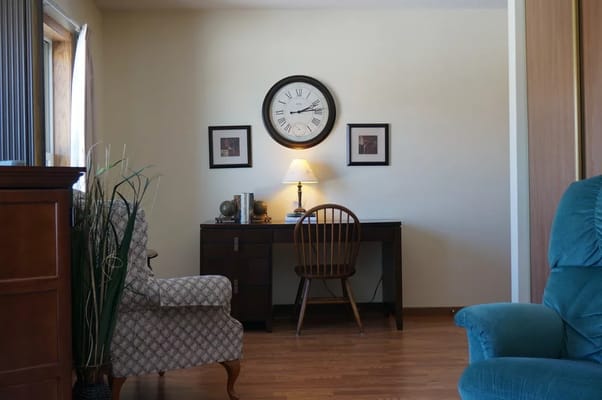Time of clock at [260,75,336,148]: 2:14
